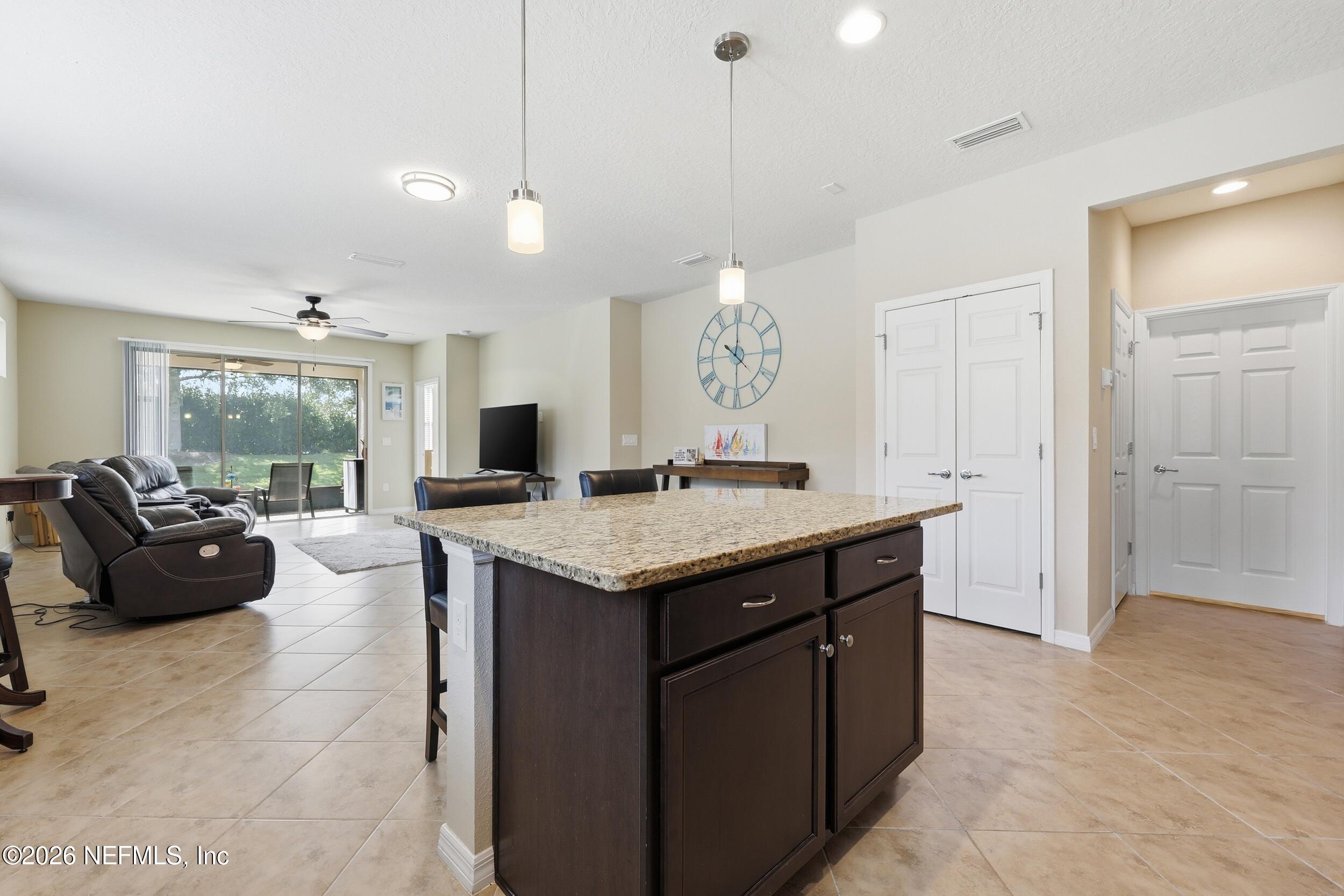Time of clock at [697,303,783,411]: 10:00
